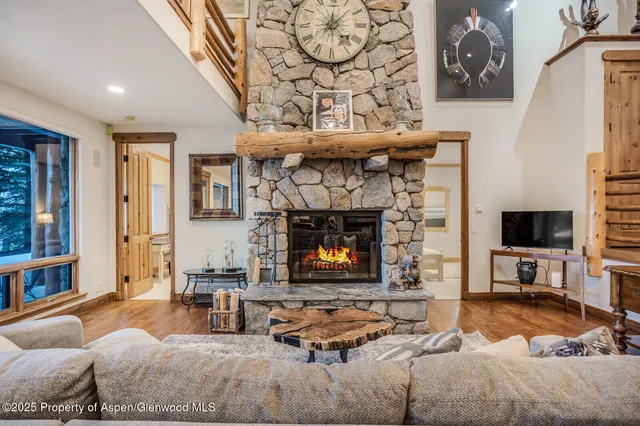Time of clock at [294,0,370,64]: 12:07
